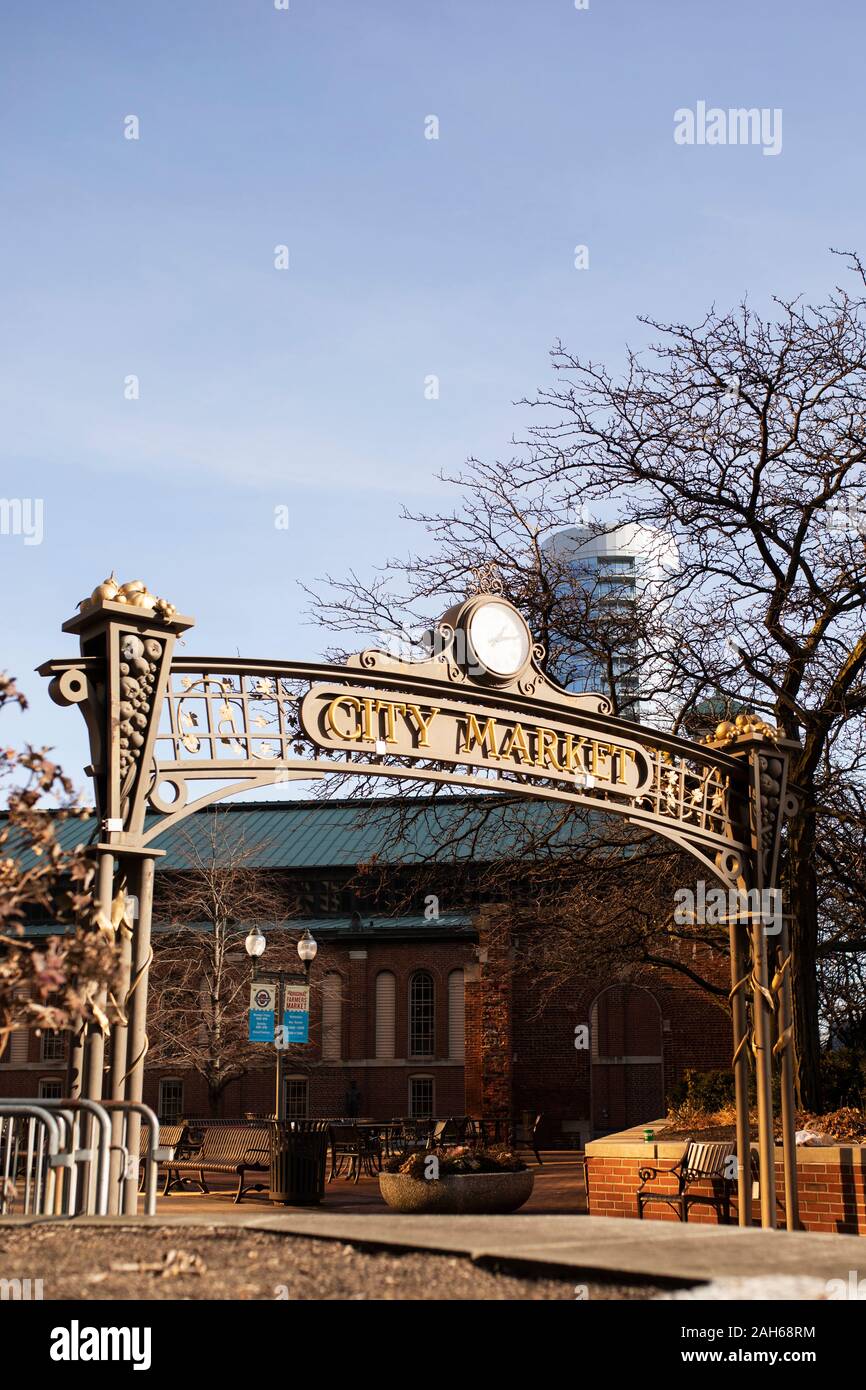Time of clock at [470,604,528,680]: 1:12
